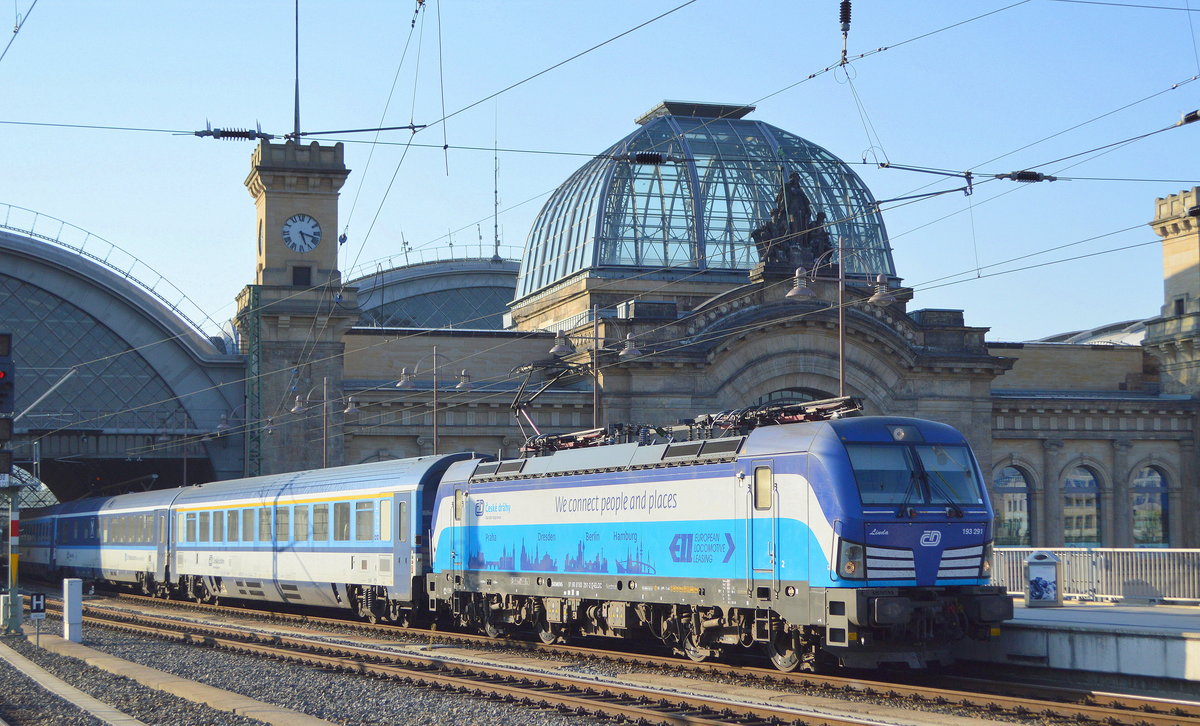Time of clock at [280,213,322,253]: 5:17
